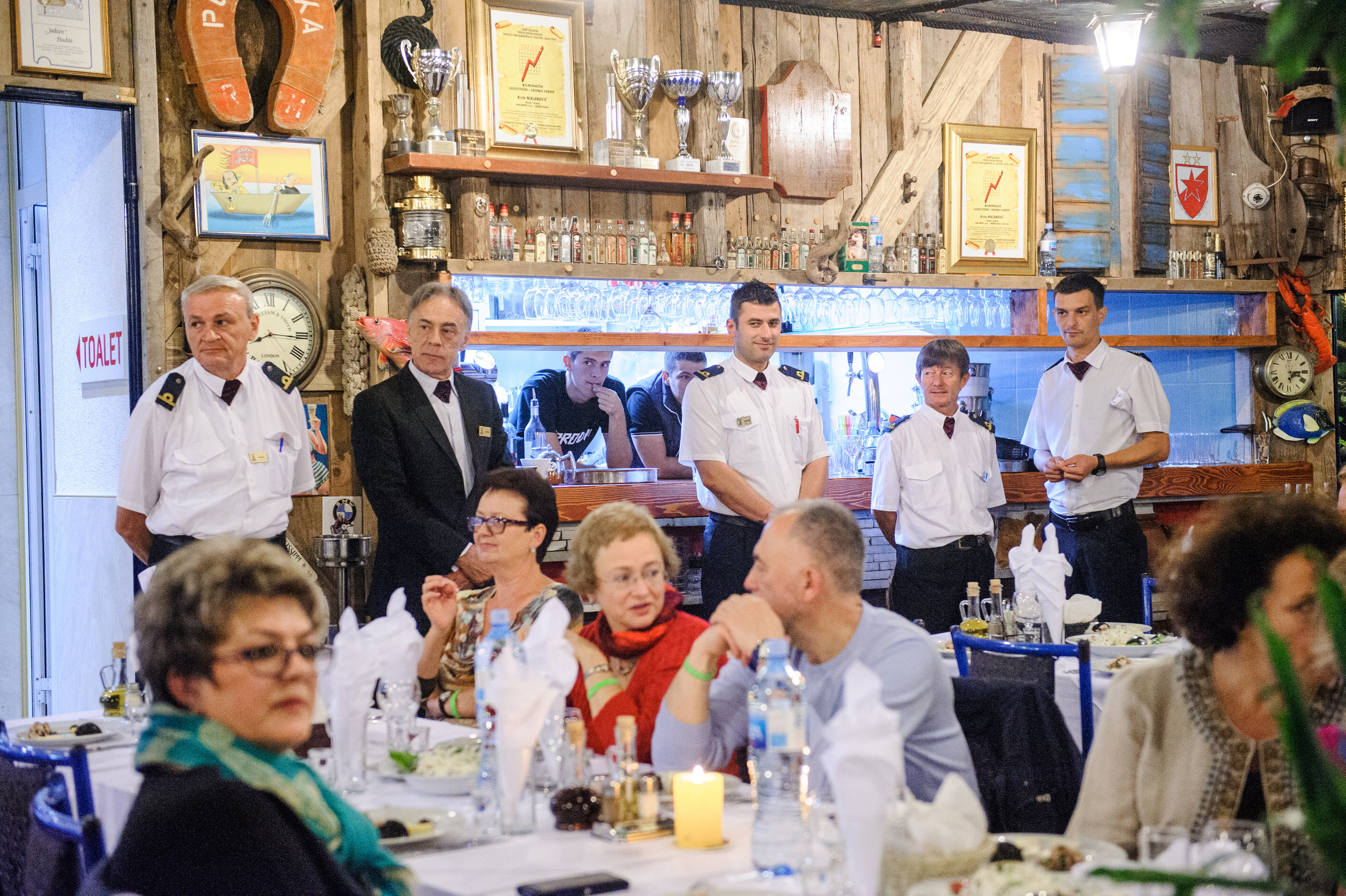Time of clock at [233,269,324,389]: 8:15
